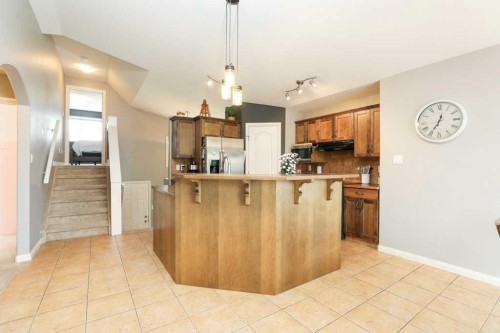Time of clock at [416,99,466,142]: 12:34
